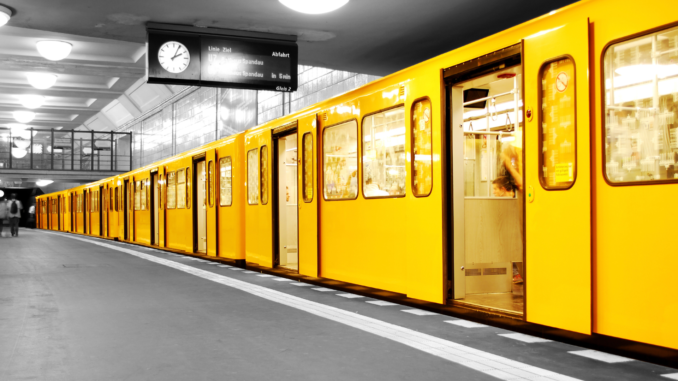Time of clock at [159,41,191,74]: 2:04
